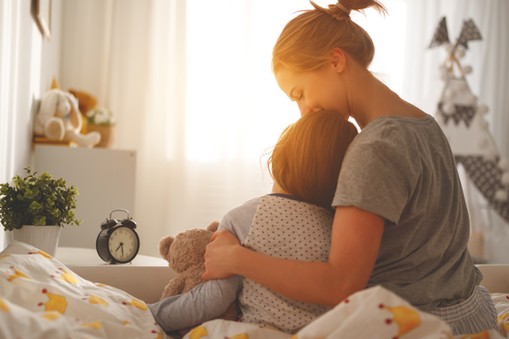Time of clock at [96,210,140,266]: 7:28
